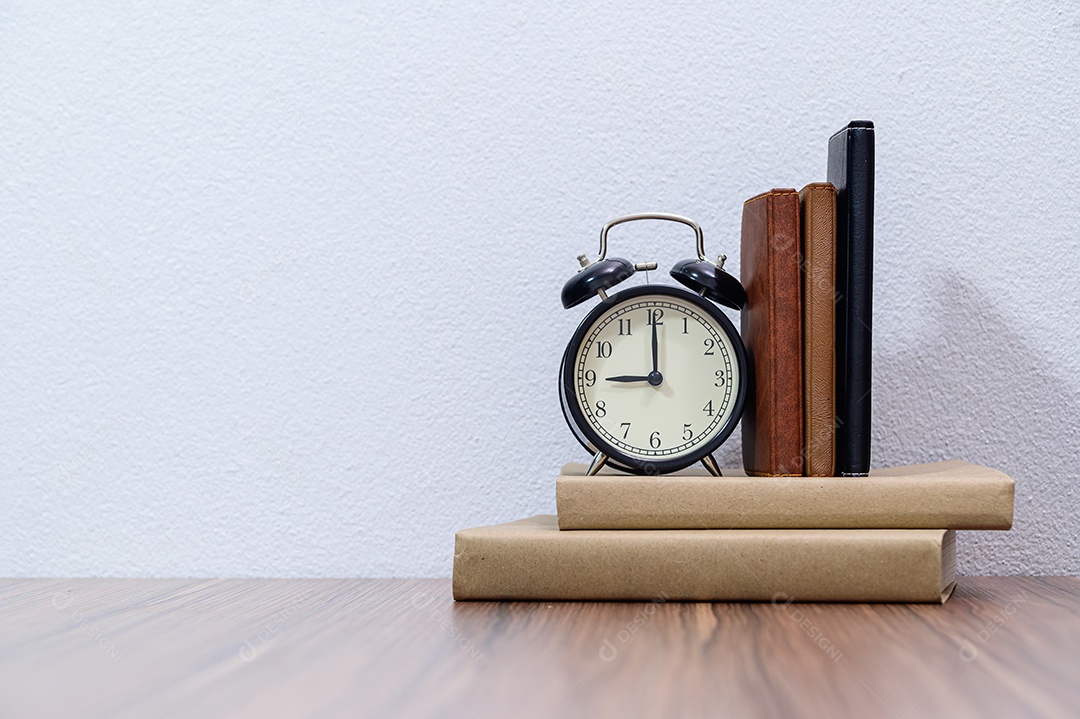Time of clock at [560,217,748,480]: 9:00
